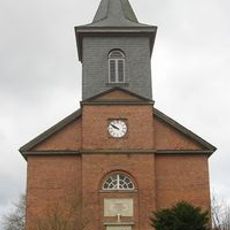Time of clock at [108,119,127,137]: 9:50
